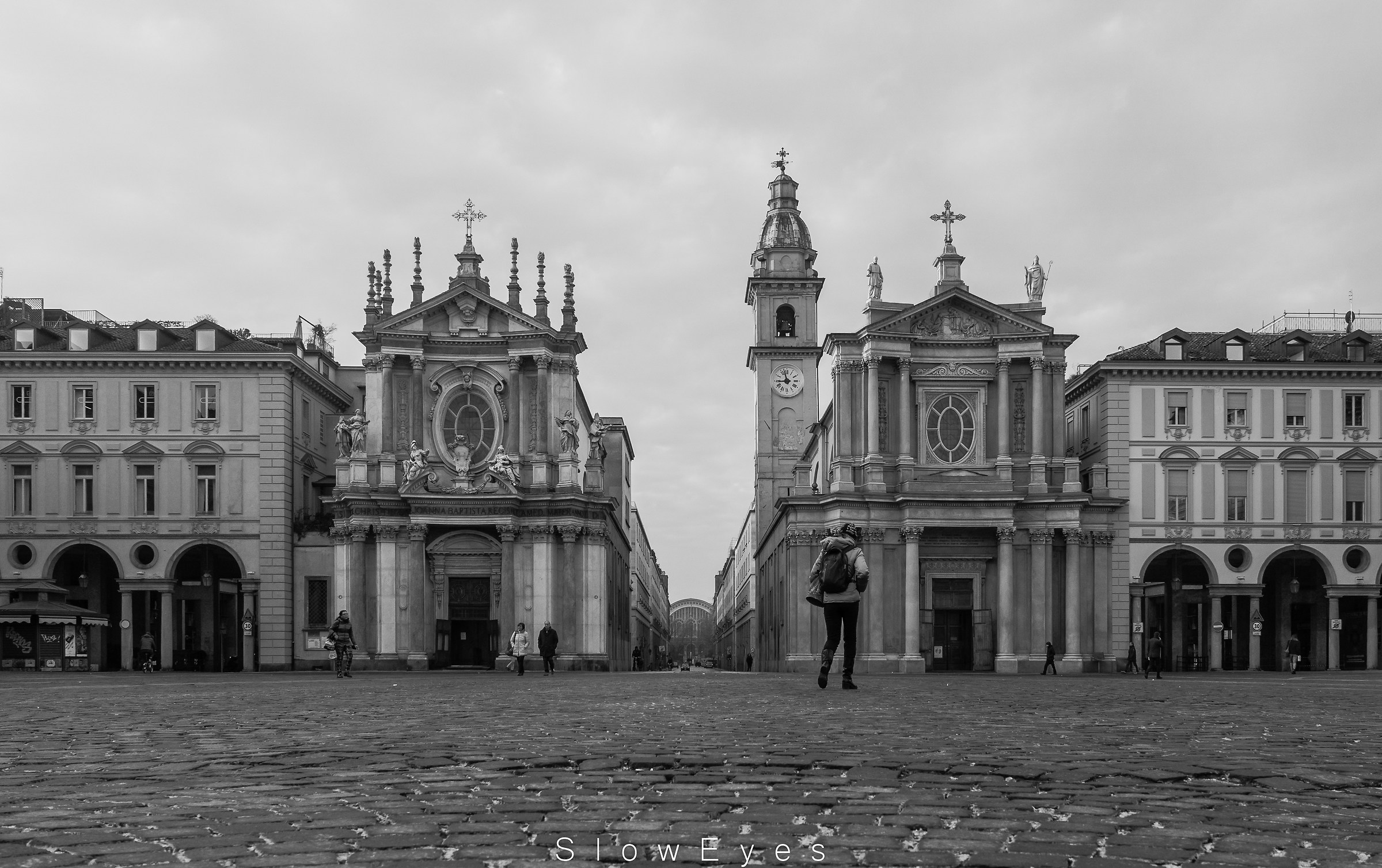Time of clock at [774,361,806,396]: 8:57
